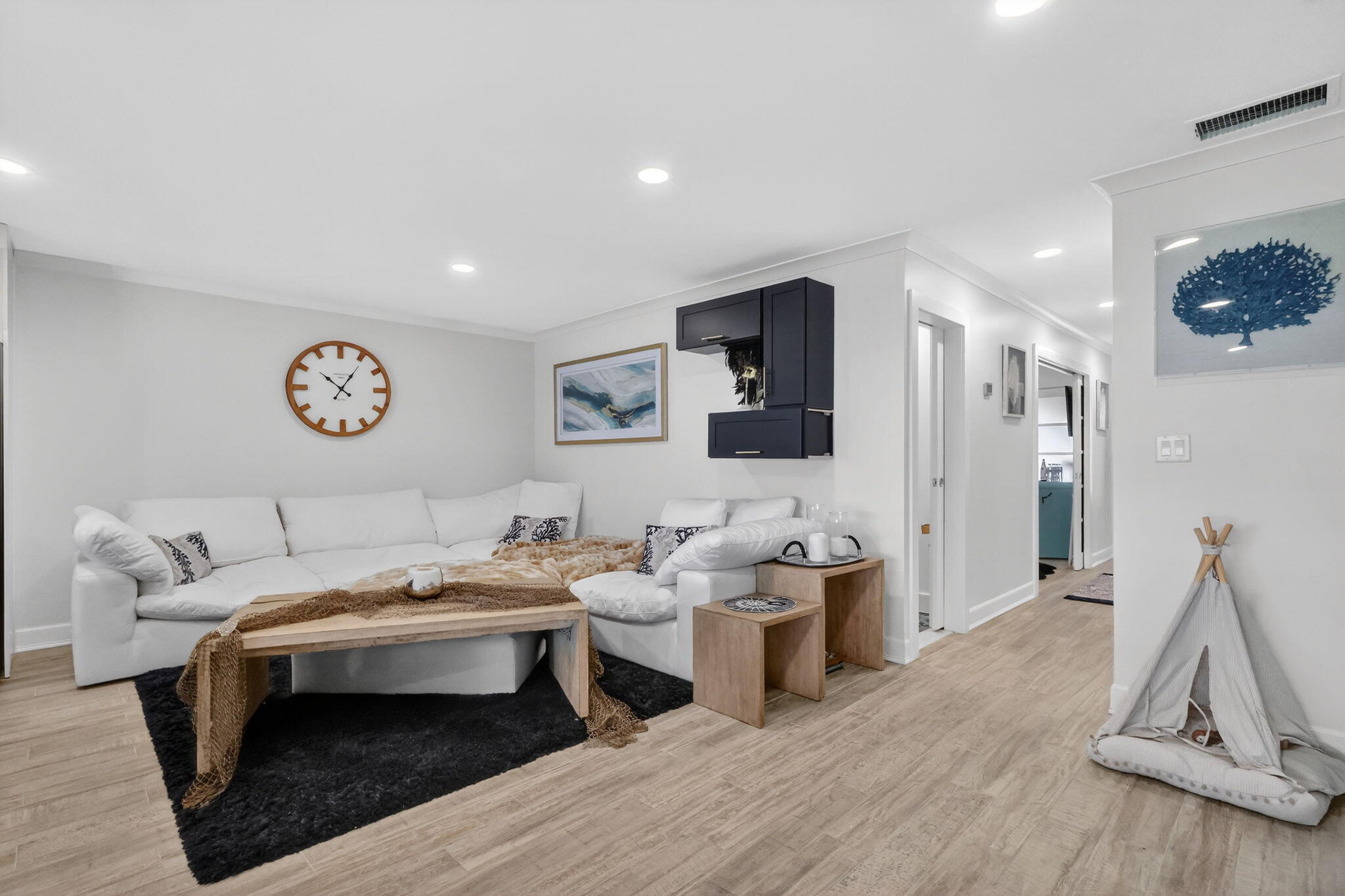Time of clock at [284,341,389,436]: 10:05
